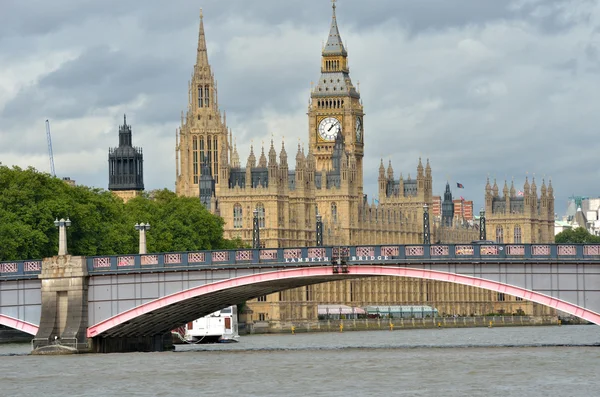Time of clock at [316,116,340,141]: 1:08
